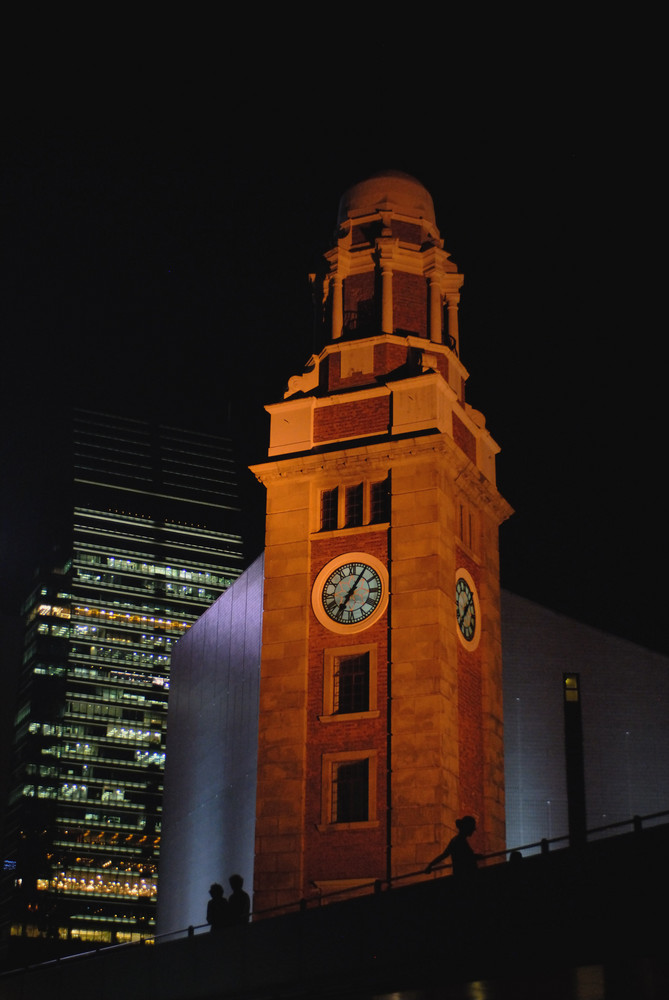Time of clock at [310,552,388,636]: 7:05
